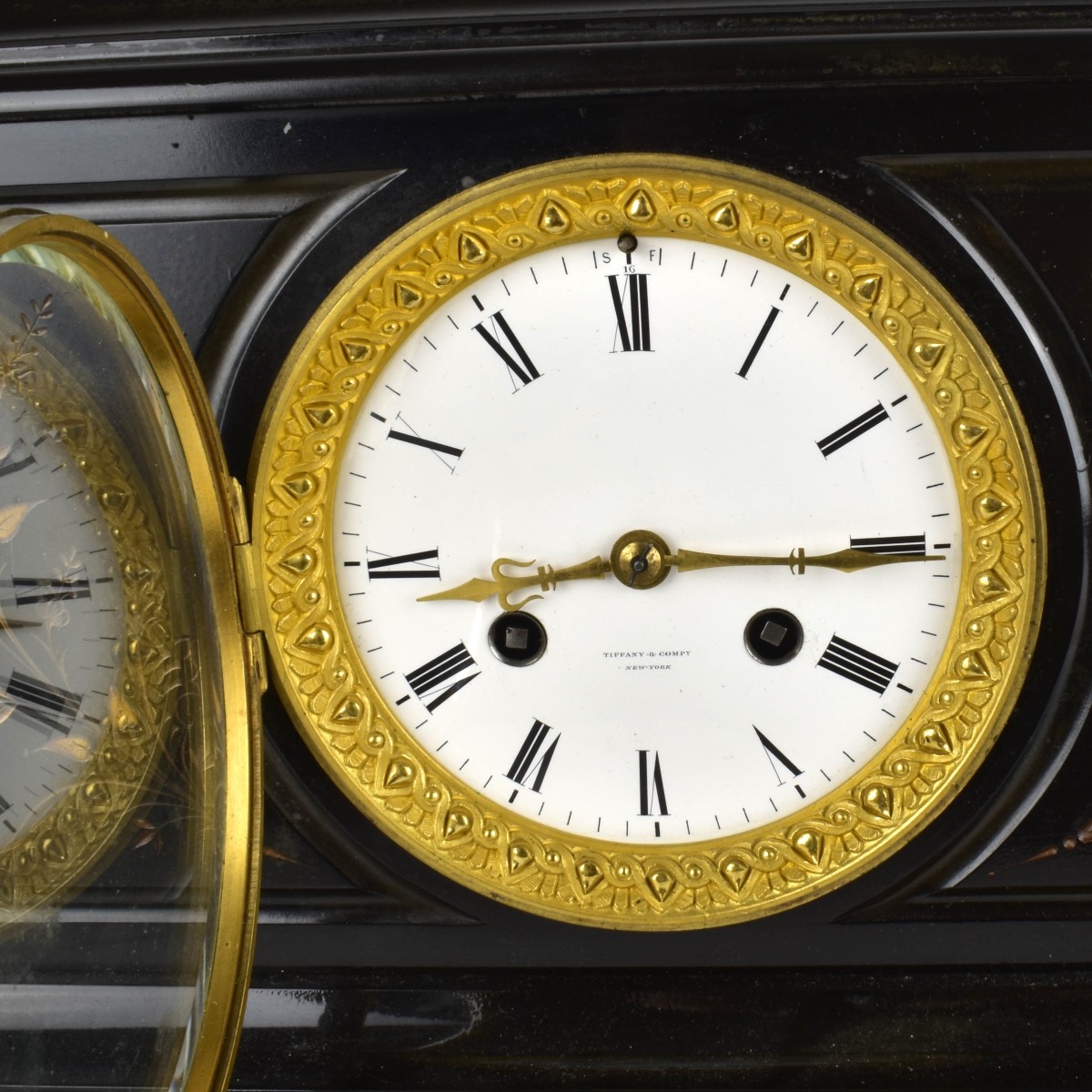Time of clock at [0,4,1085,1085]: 8:15
